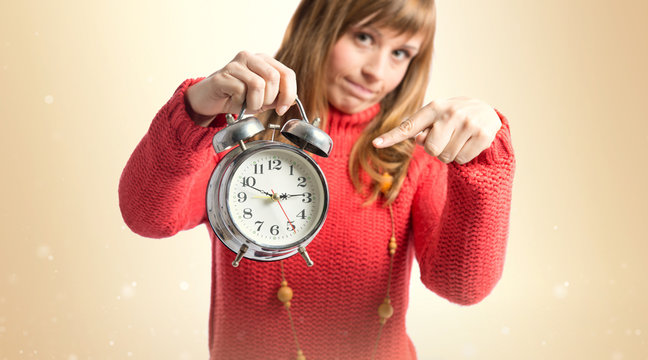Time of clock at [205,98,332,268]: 2:48
